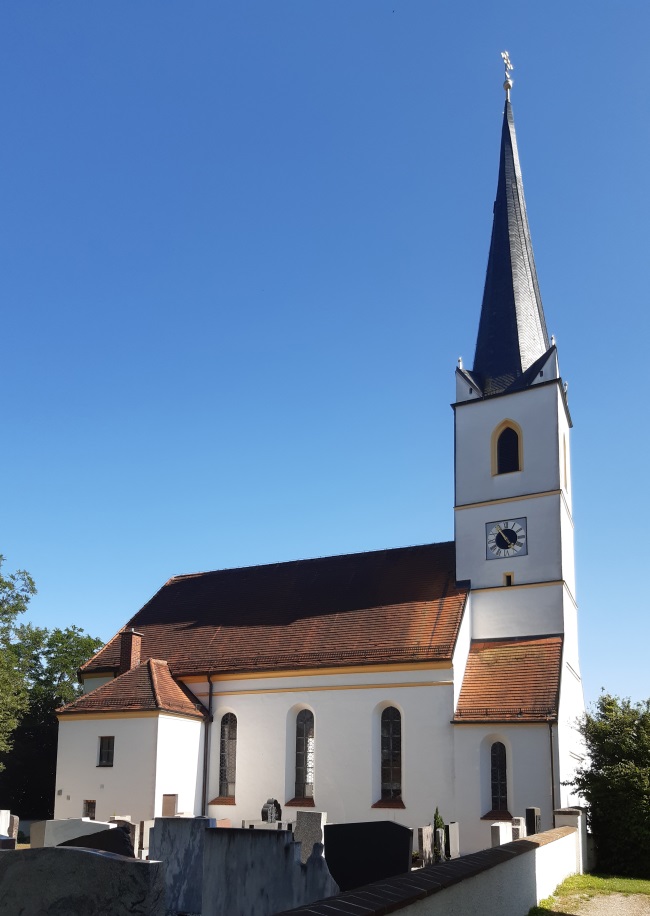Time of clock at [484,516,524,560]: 4:54
